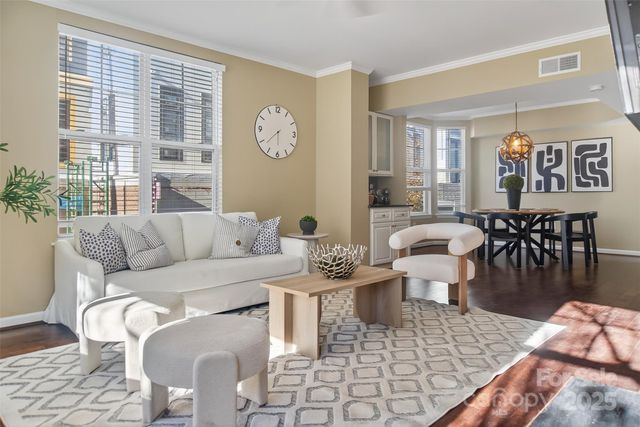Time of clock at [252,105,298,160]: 5:38
